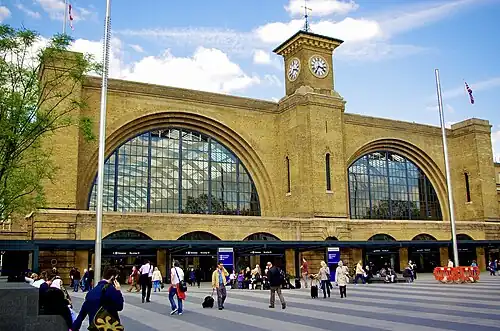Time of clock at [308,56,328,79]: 3:35
